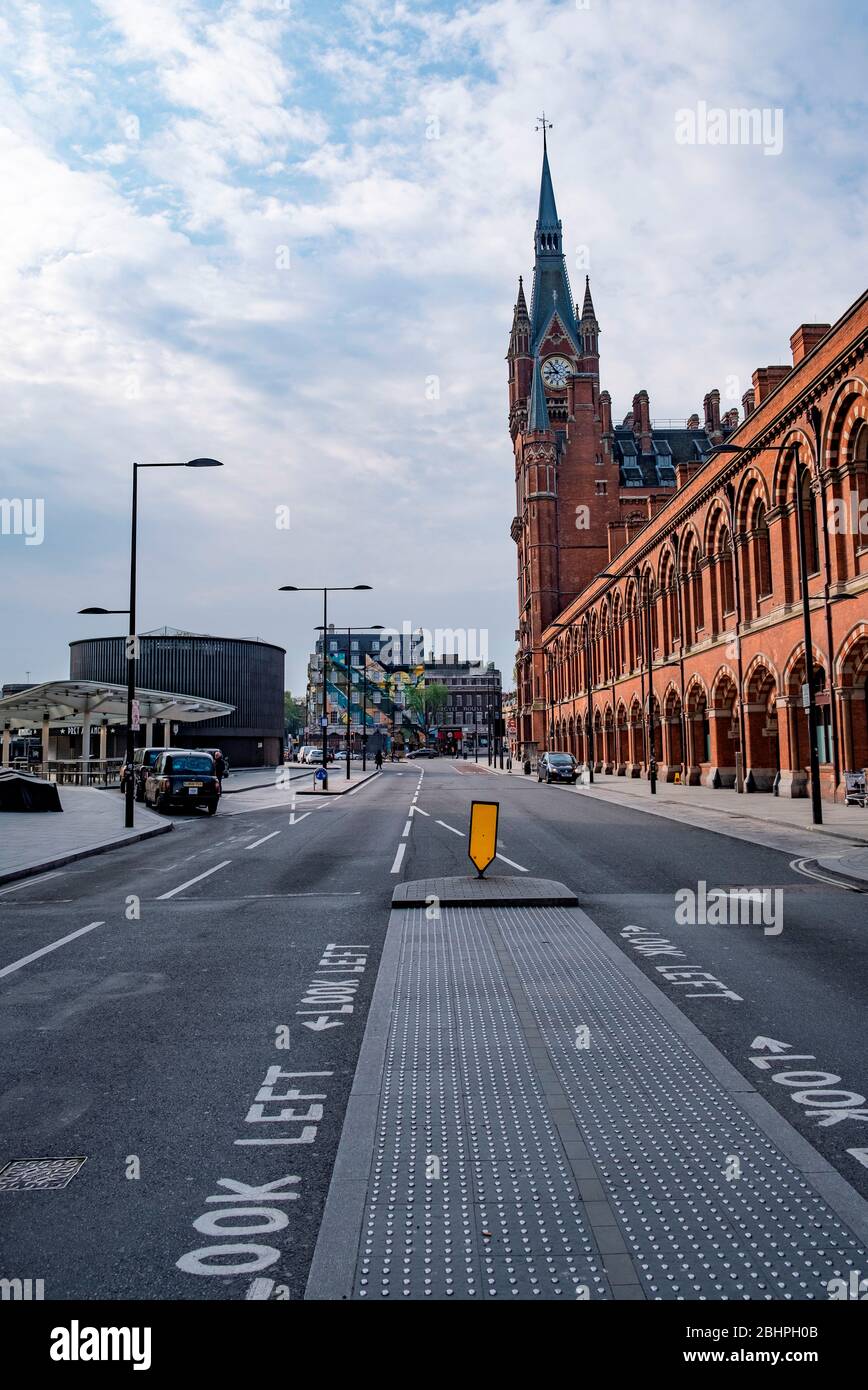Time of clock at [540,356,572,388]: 8:53
